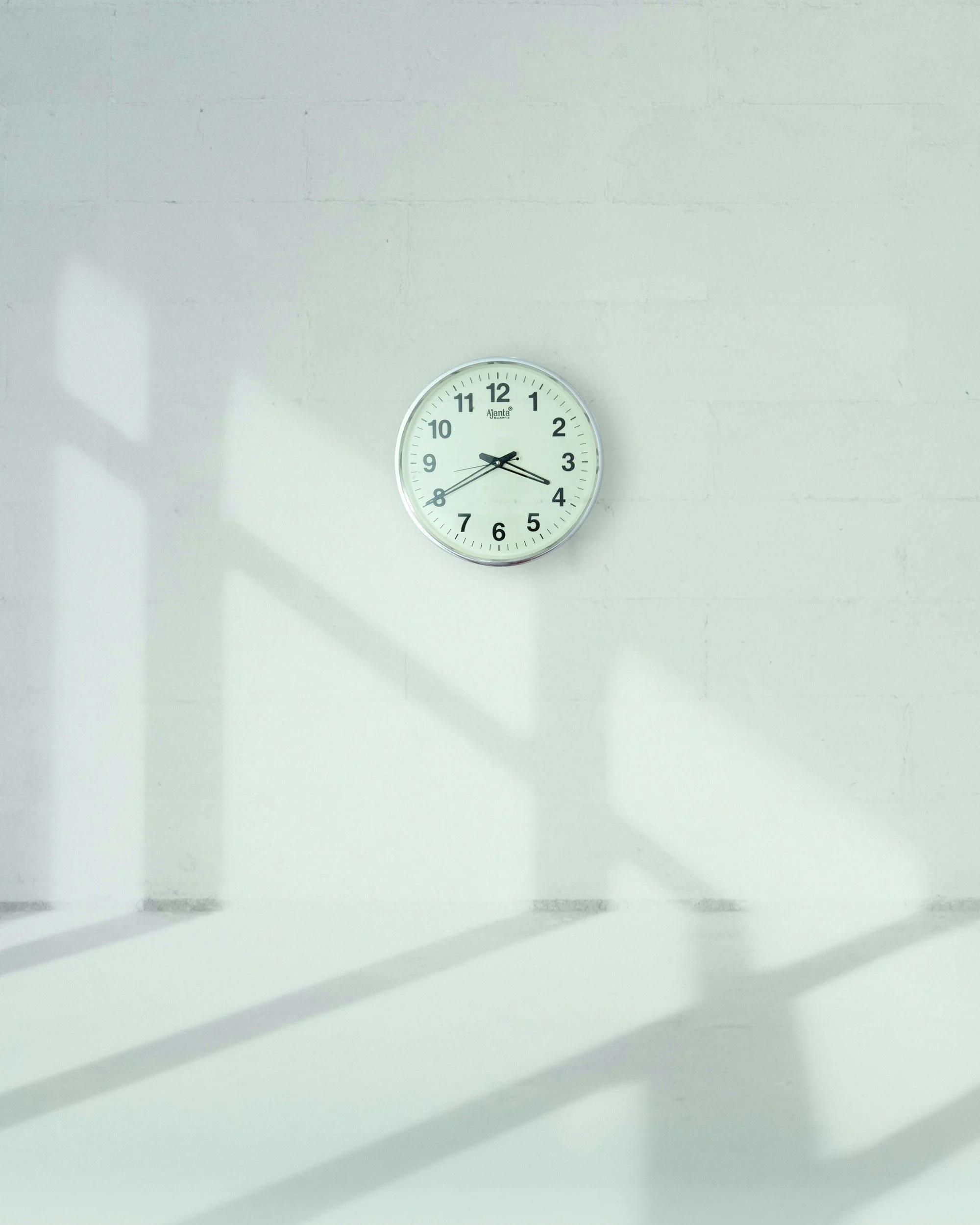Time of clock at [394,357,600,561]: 3:40
